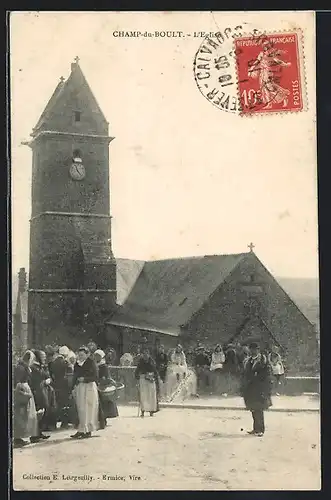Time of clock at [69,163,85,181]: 11:23
